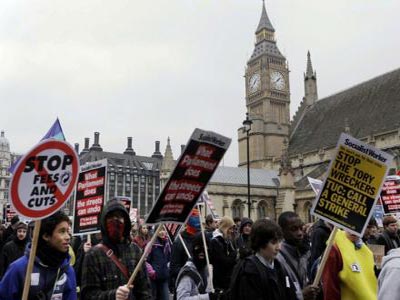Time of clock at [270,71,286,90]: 1:38
